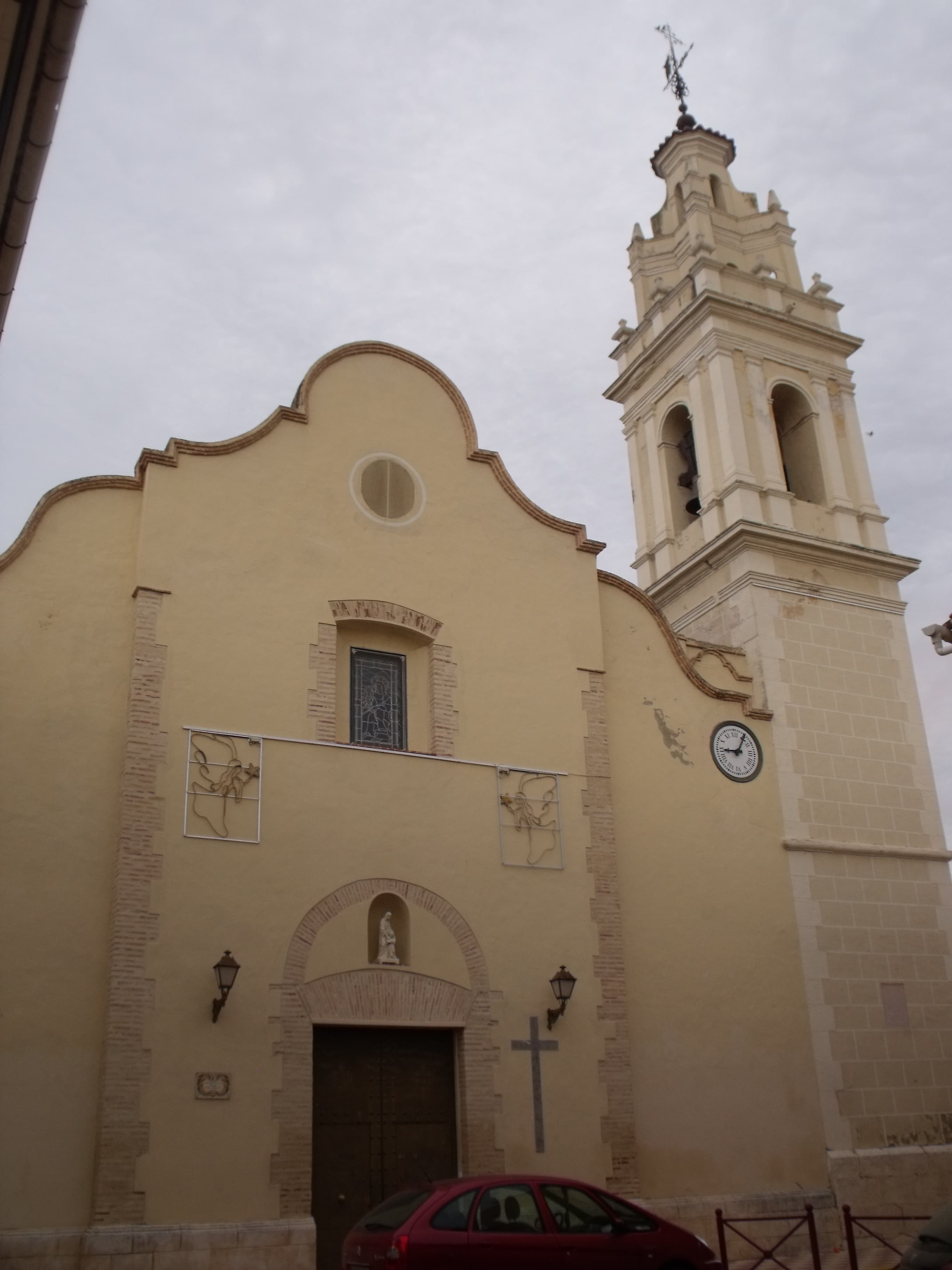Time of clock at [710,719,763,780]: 9:05
